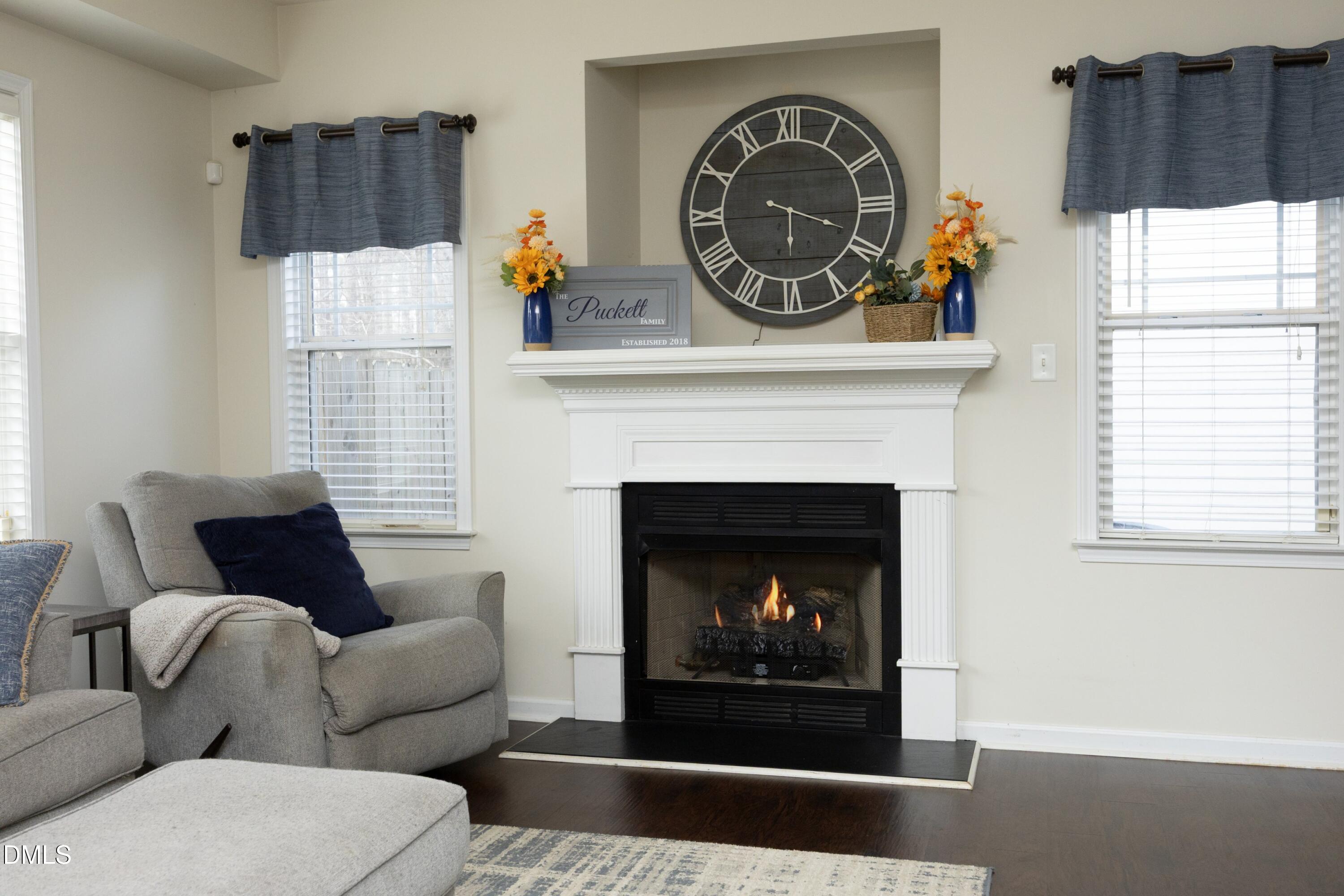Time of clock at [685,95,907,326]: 6:18
